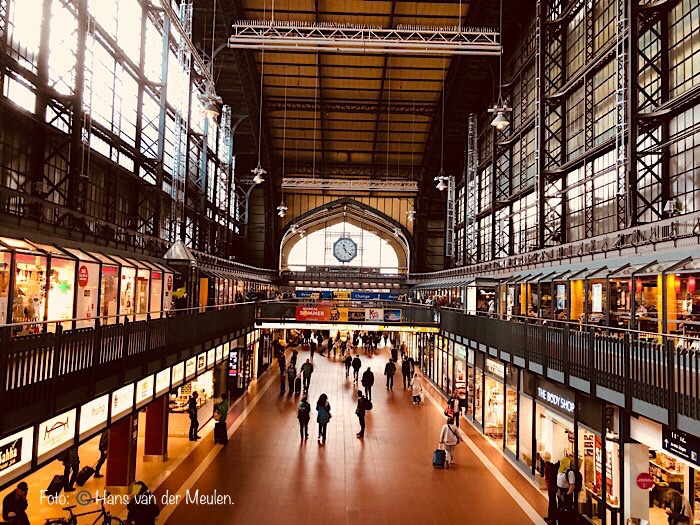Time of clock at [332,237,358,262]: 11:21
